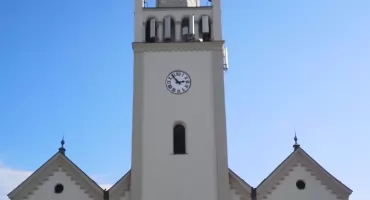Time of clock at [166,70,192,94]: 2:53
